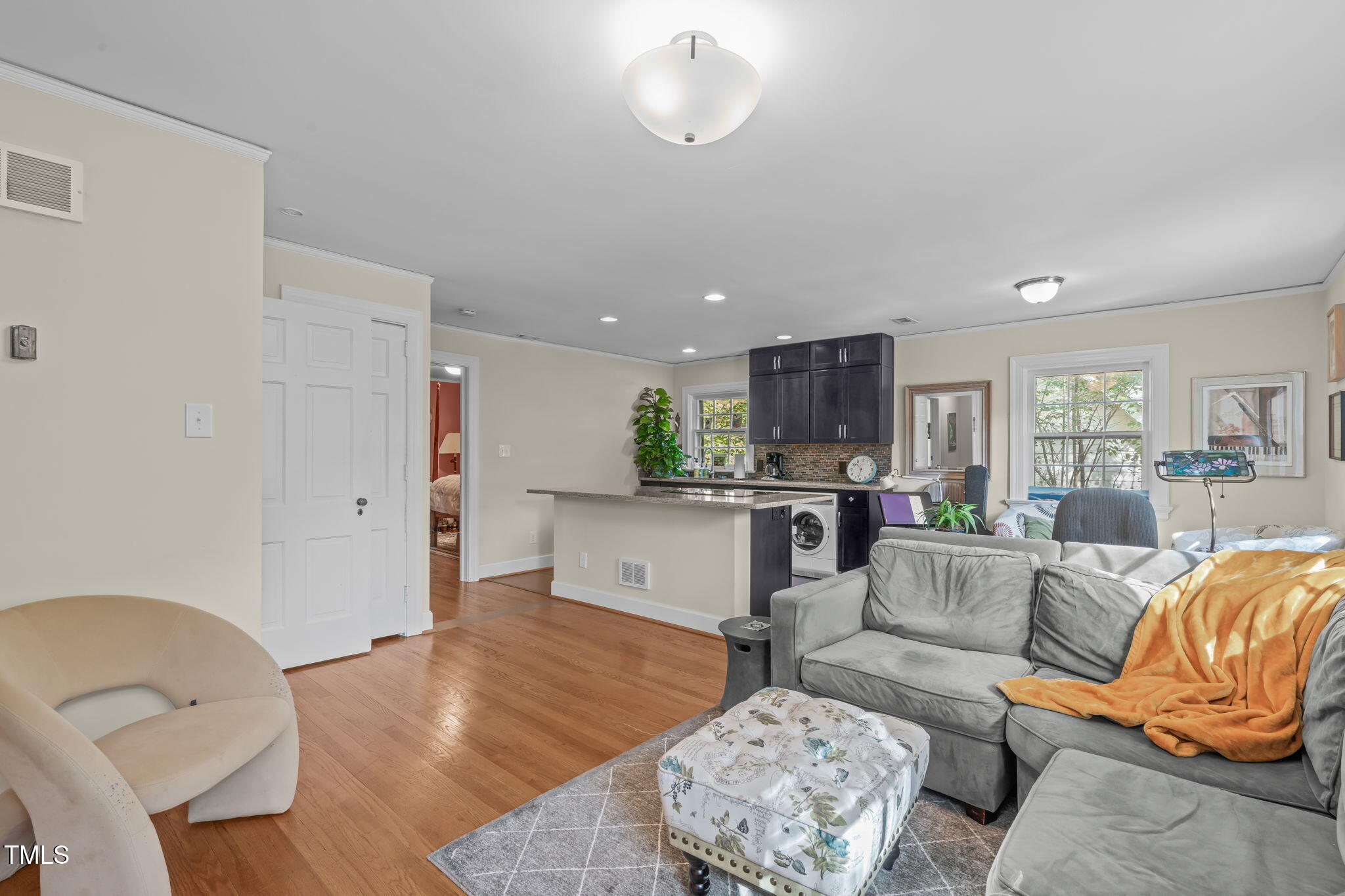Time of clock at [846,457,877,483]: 10:32
